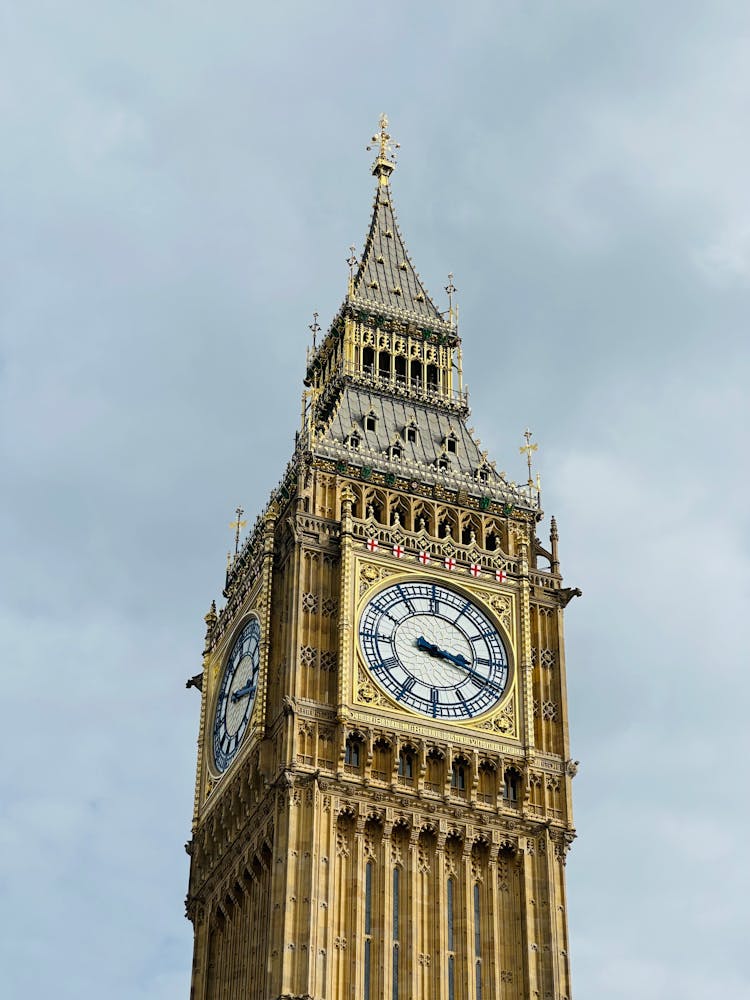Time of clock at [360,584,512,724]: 3:18
